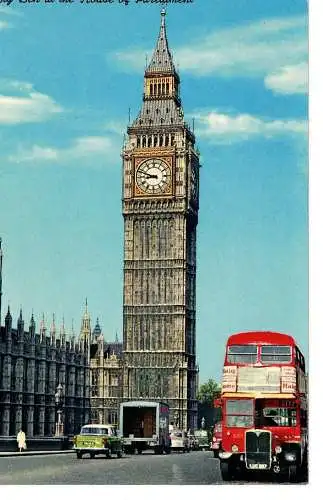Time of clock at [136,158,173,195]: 8:48
